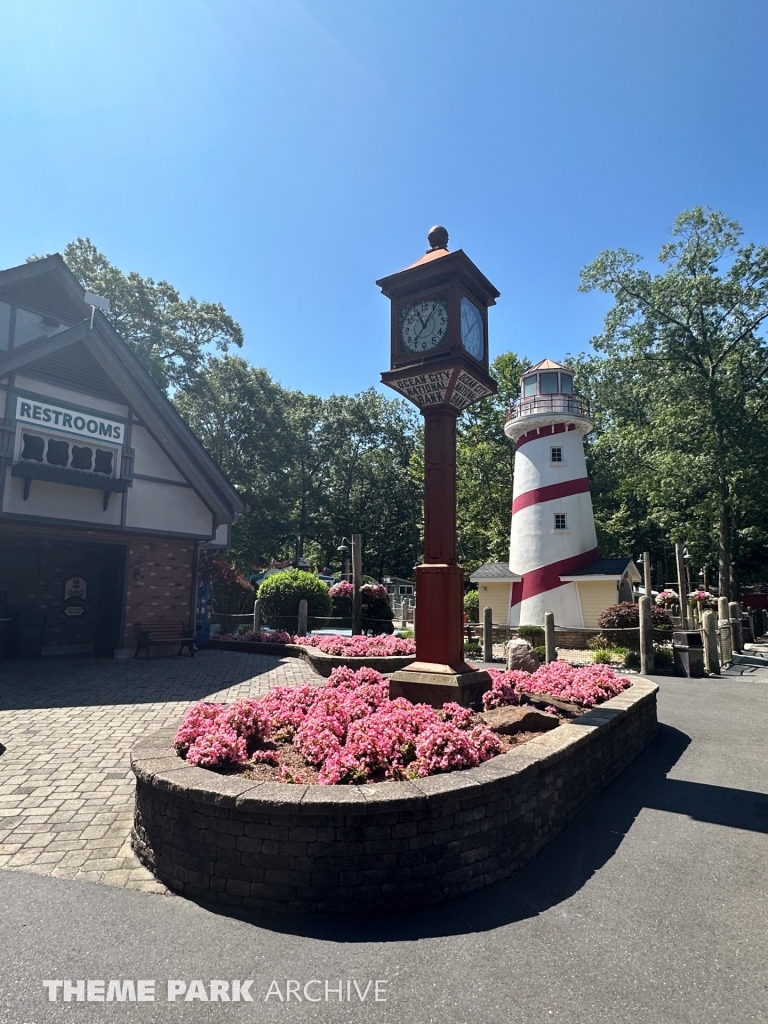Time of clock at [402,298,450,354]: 11:05
